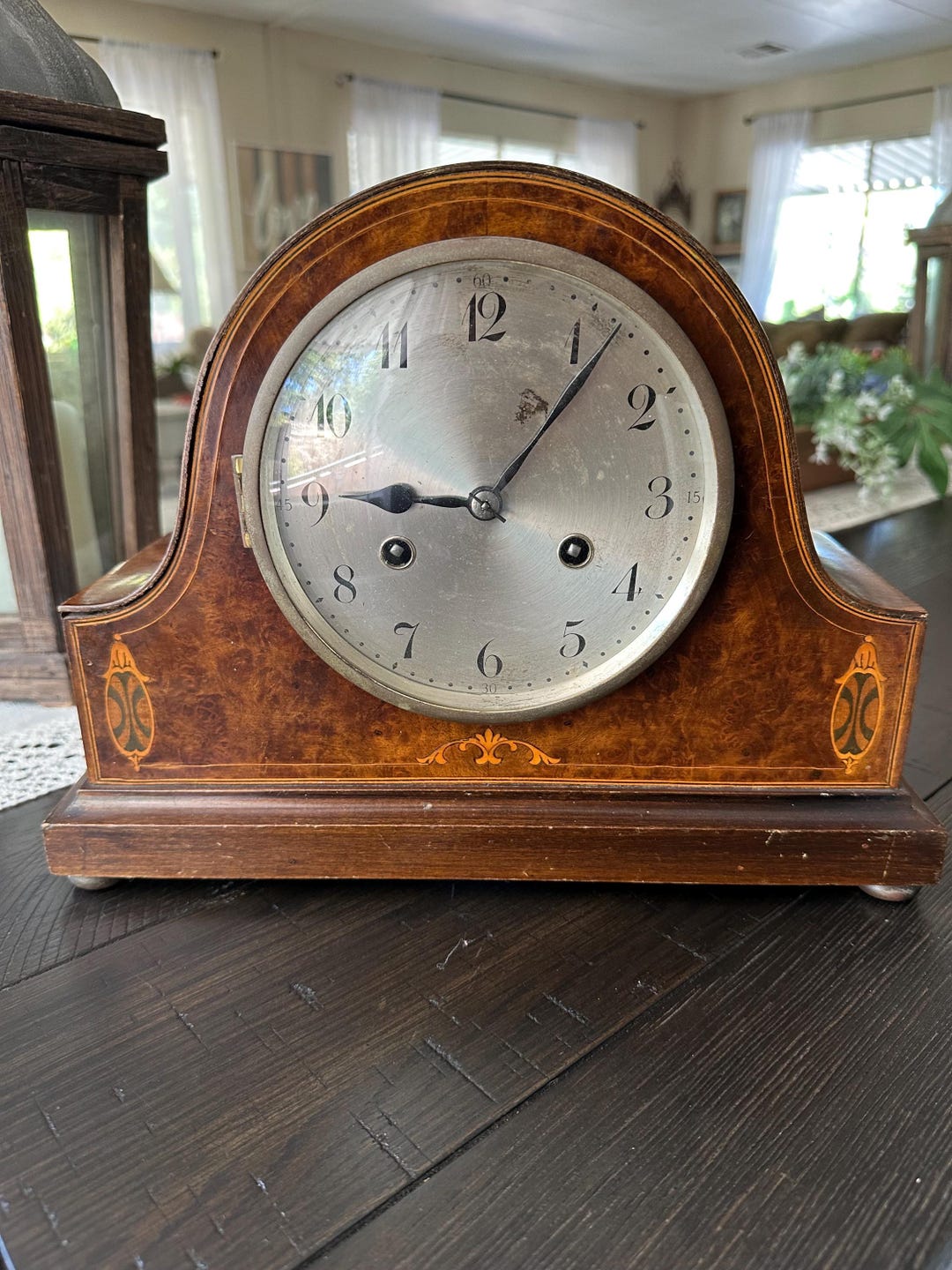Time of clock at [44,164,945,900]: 9:06
